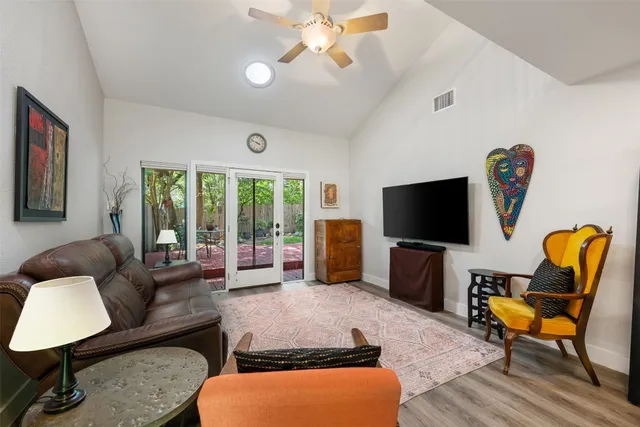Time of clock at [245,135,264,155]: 3:48
